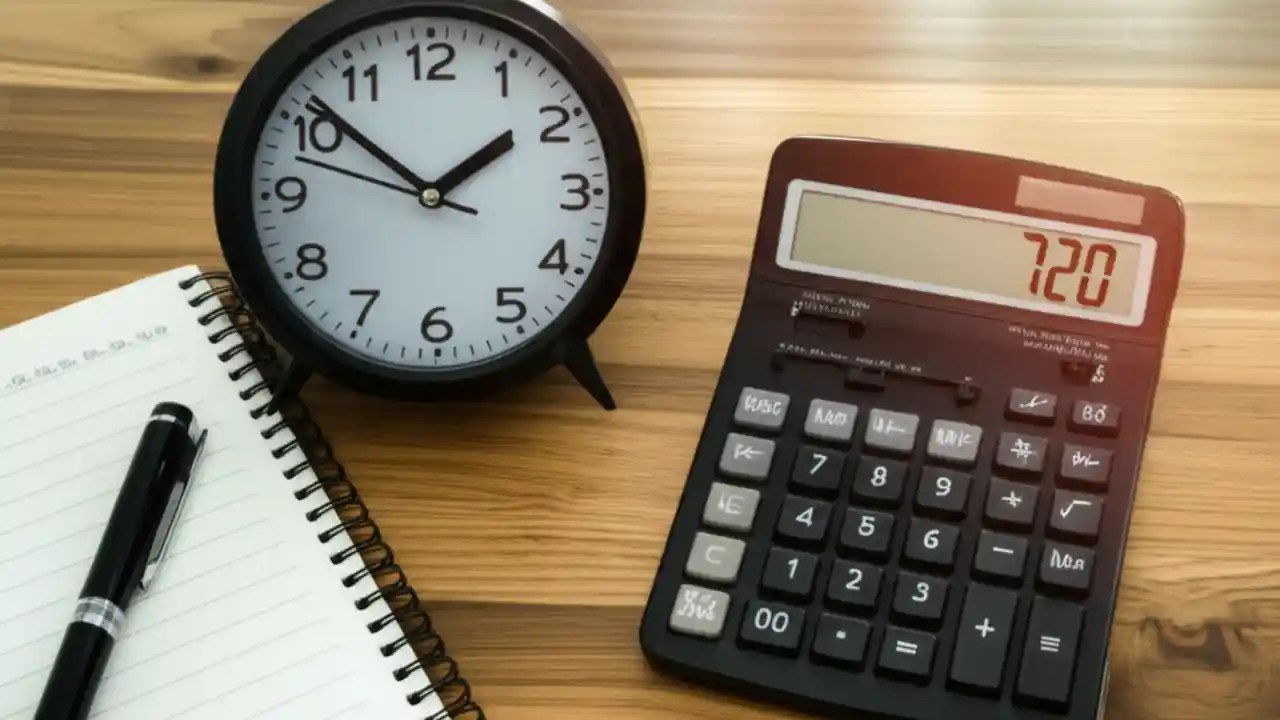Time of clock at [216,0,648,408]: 1:51
